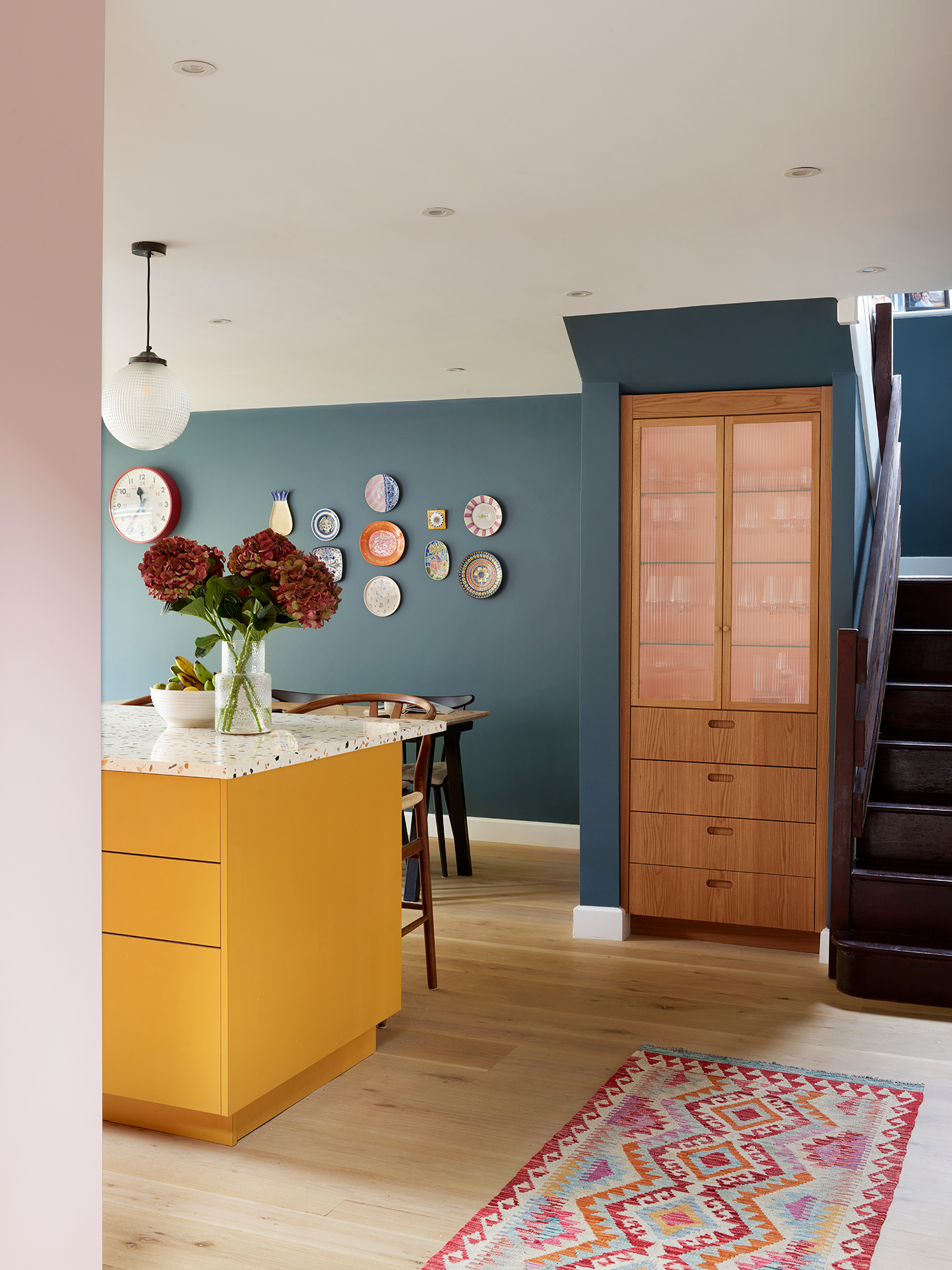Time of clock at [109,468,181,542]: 11:36
